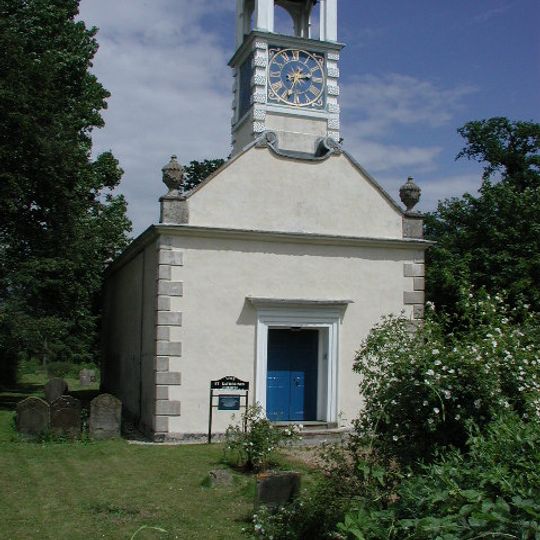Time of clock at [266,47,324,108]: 2:33
